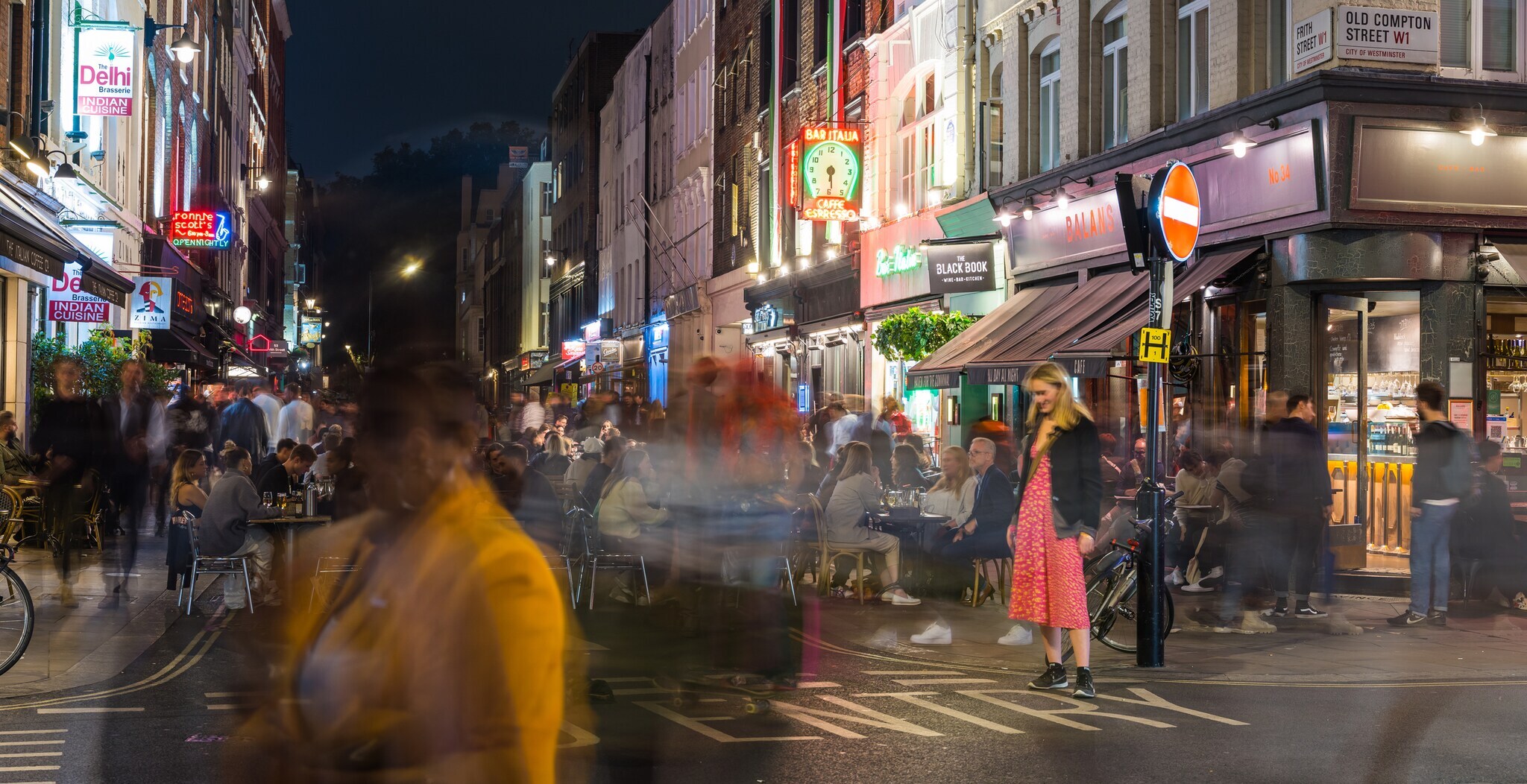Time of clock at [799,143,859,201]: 6:29
